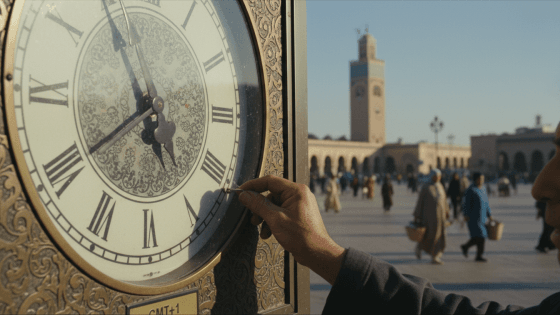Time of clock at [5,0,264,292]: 7:54
